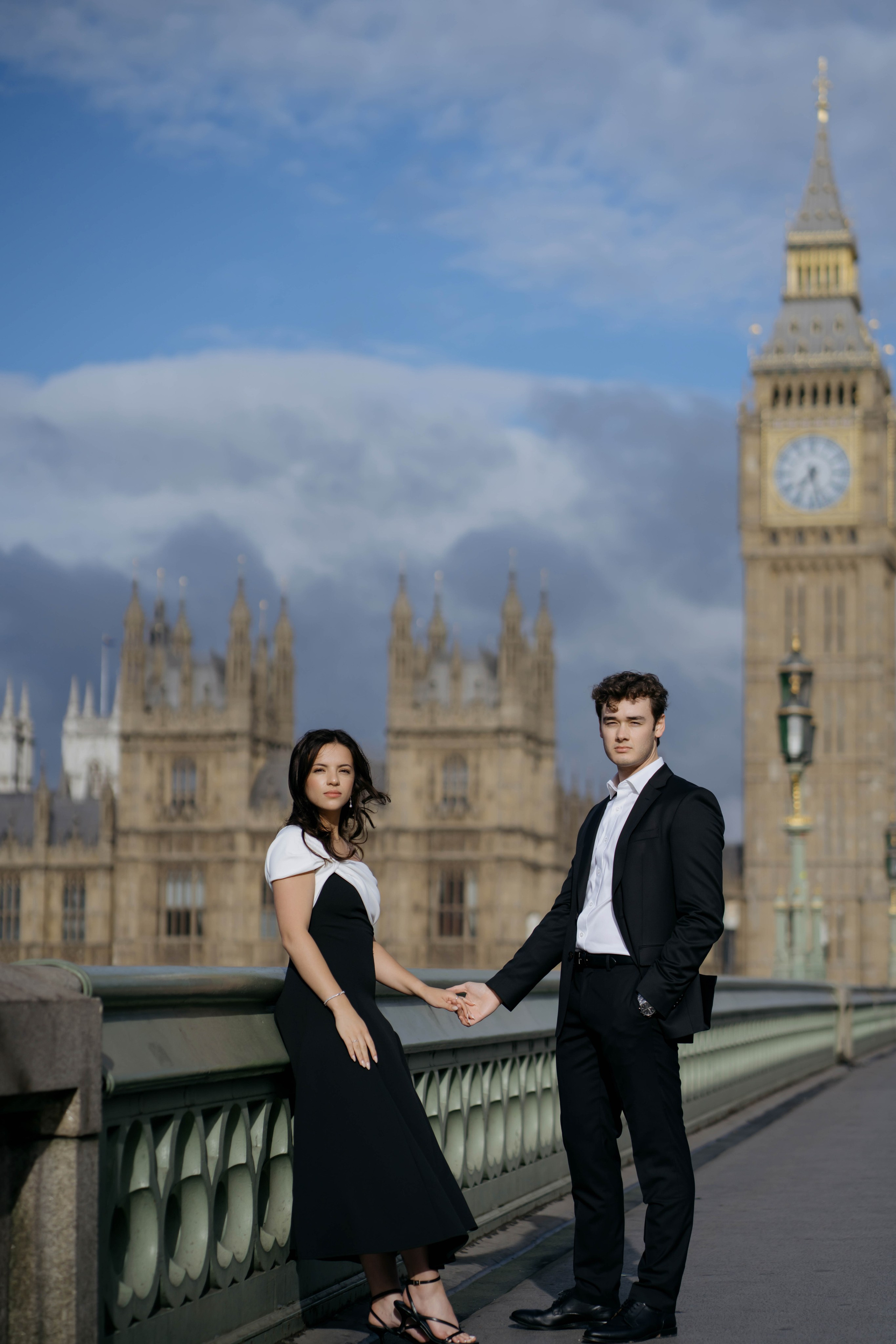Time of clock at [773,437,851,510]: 7:27
